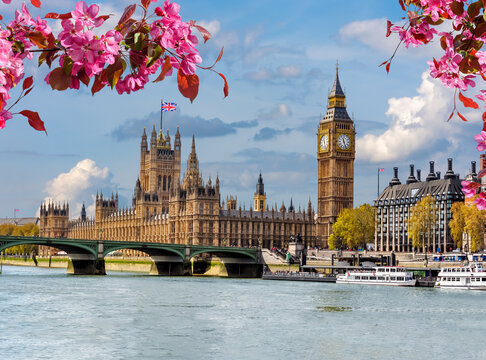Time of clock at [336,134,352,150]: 11:26
